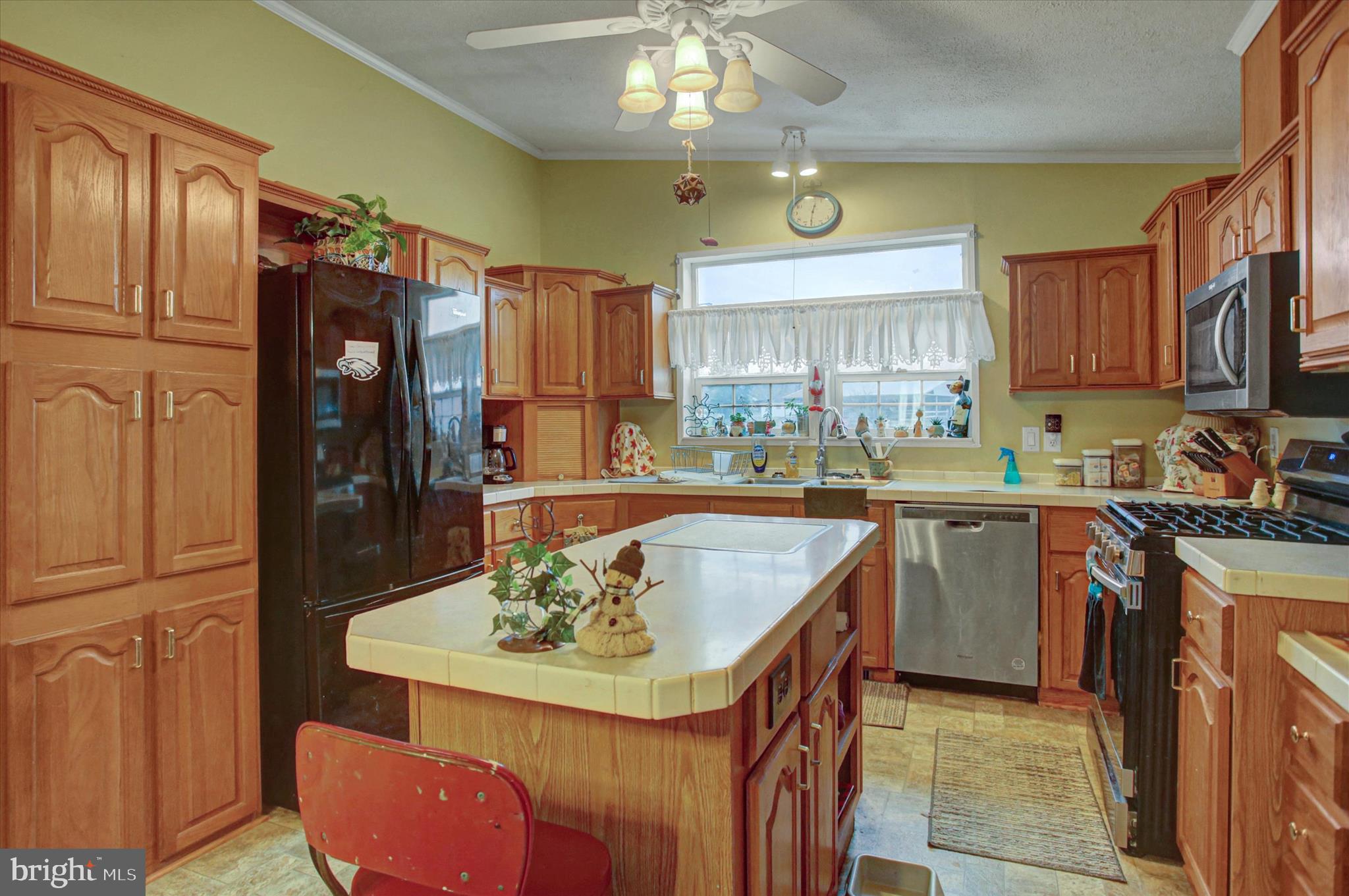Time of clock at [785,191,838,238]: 12:30
